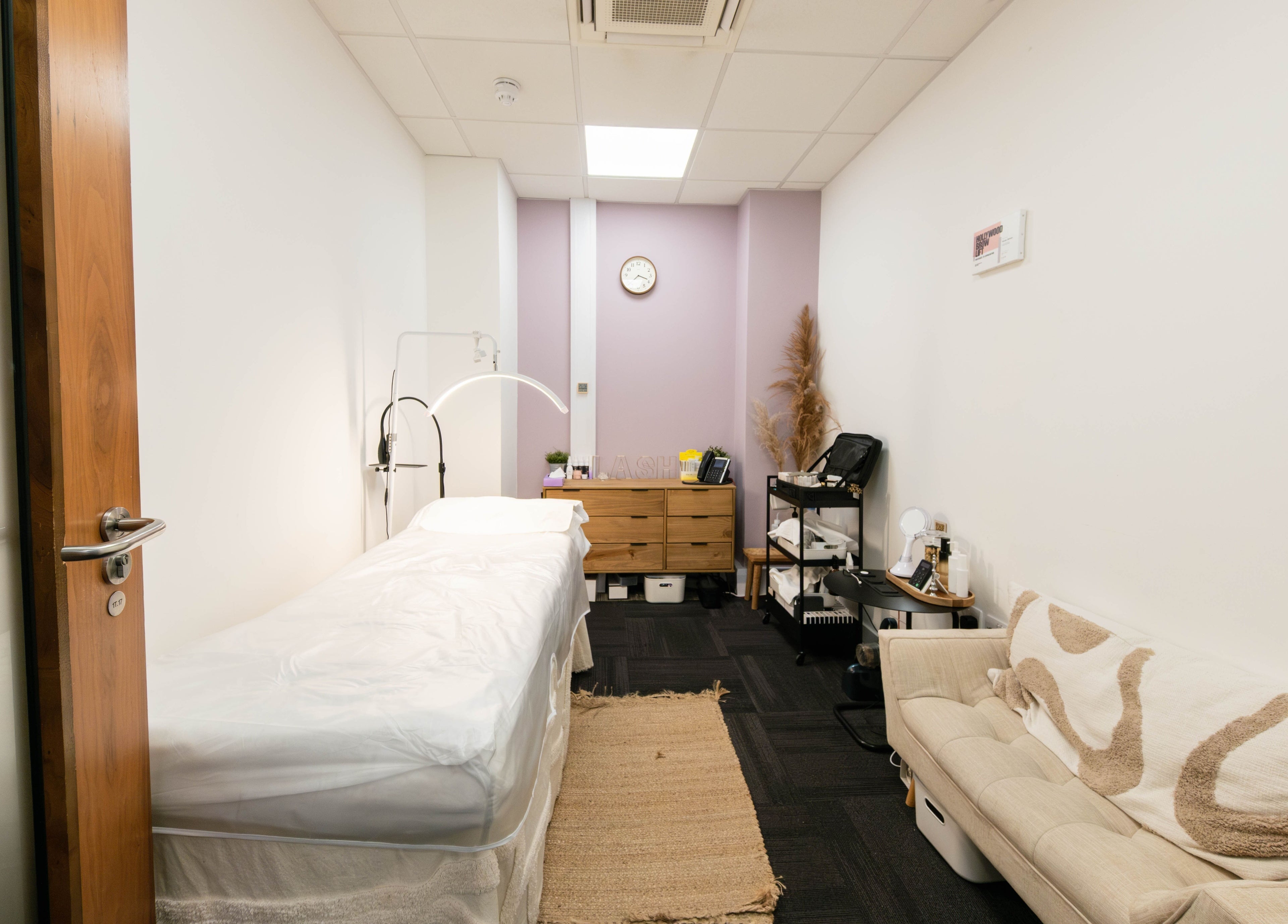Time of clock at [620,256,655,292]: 7:18
